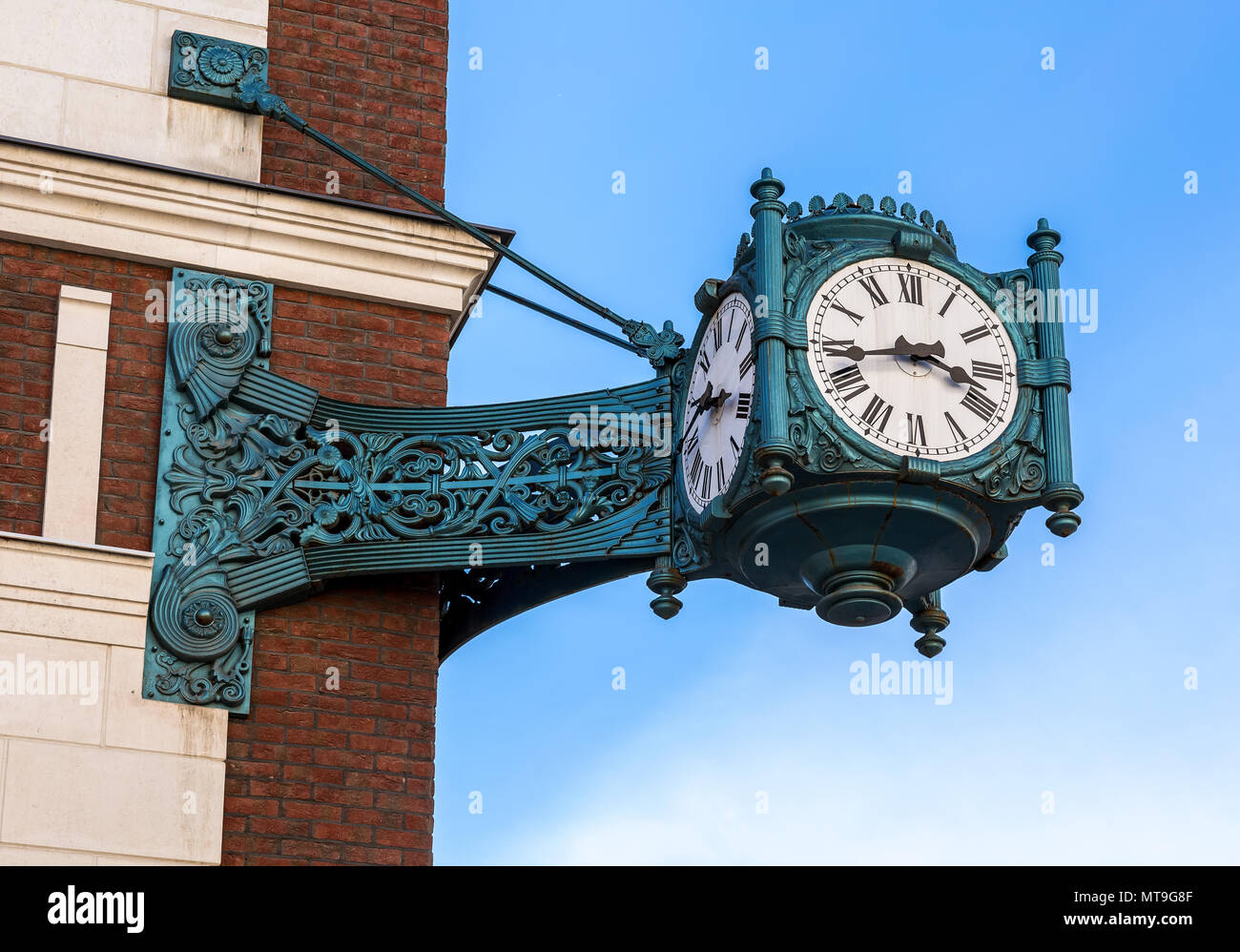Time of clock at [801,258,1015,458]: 3:43
